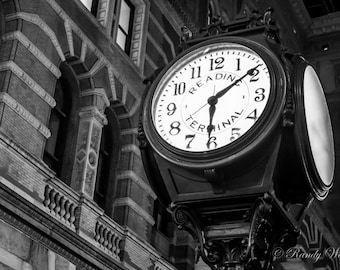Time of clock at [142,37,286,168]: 6:08
